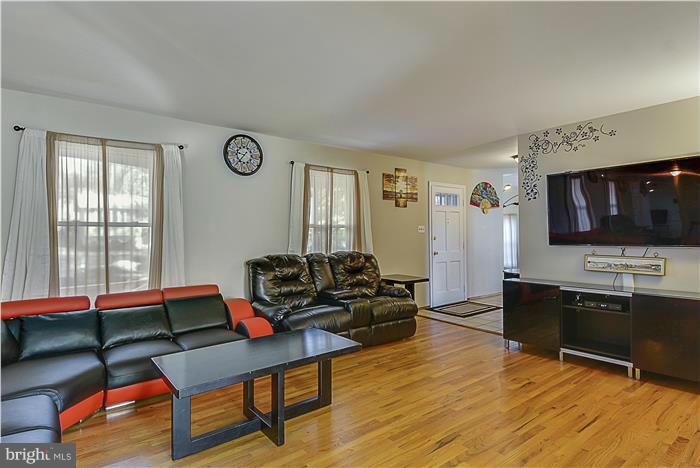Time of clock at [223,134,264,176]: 9:36
